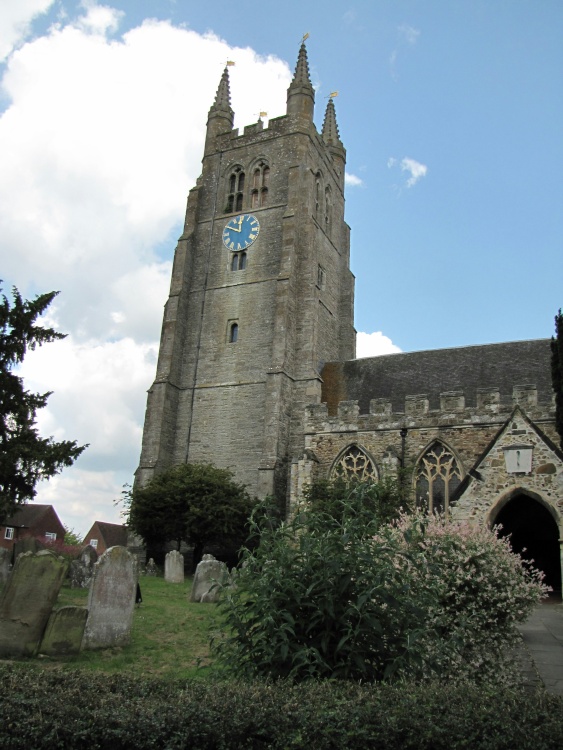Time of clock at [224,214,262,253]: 11:49
